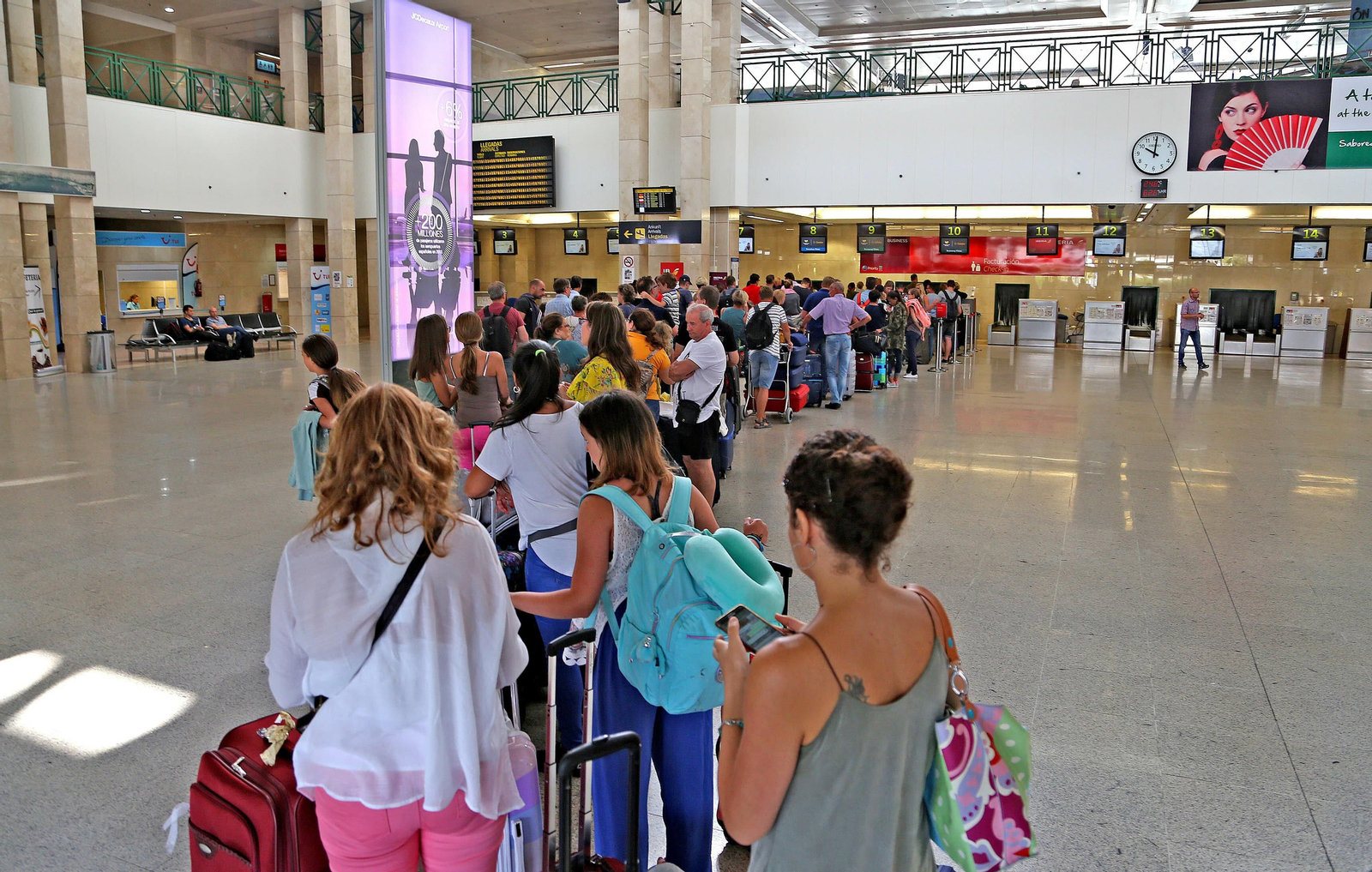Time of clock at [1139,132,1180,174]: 10:00
